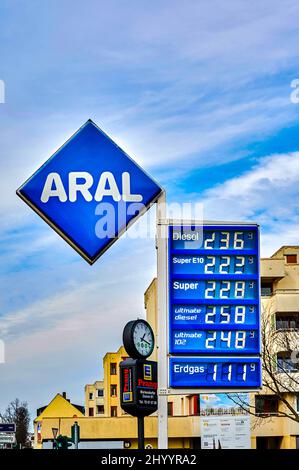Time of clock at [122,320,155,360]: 1:18
